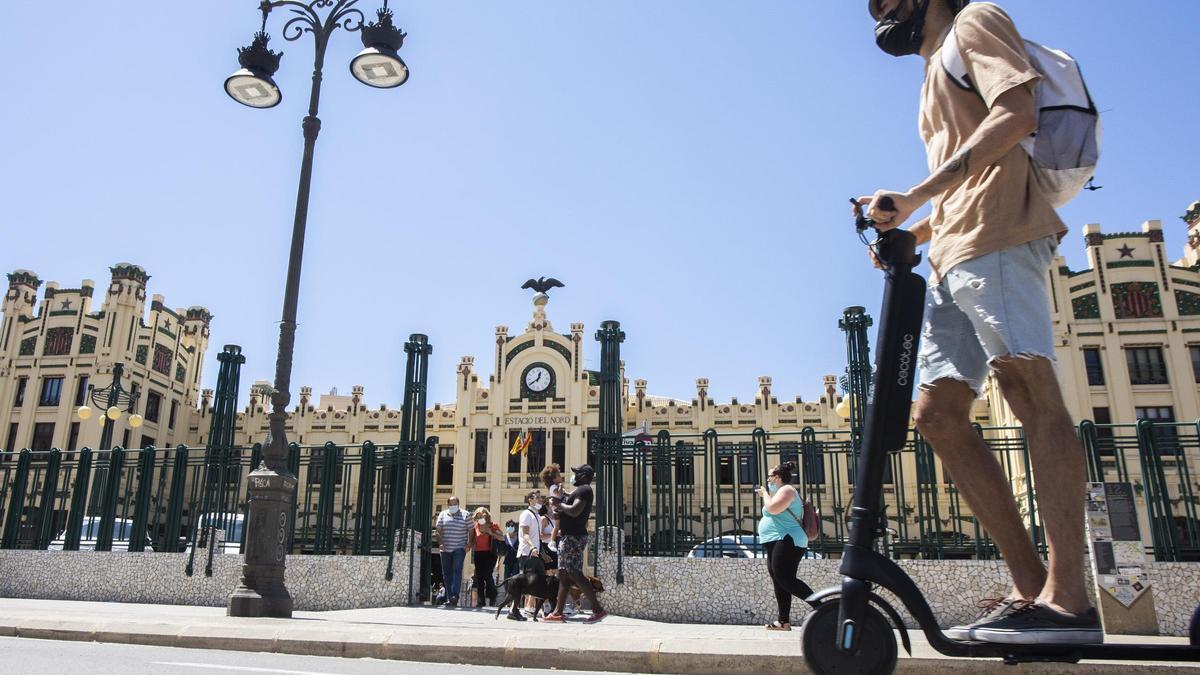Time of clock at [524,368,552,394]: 12:39
